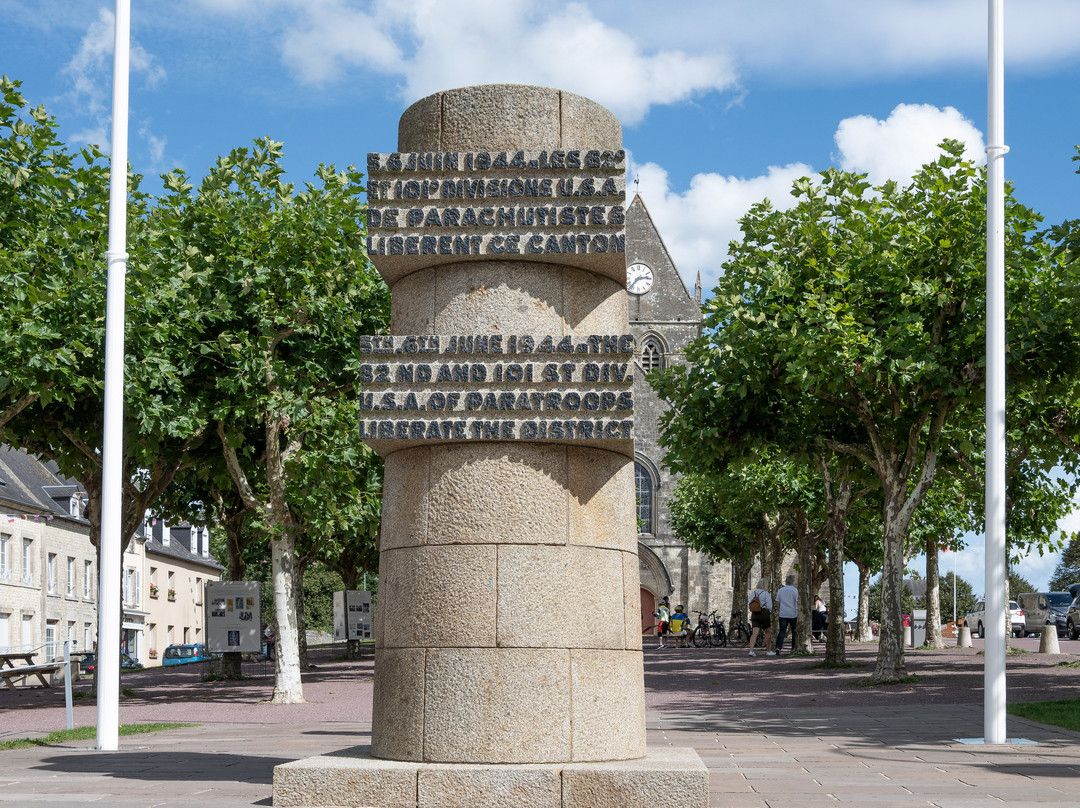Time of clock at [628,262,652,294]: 2:36
